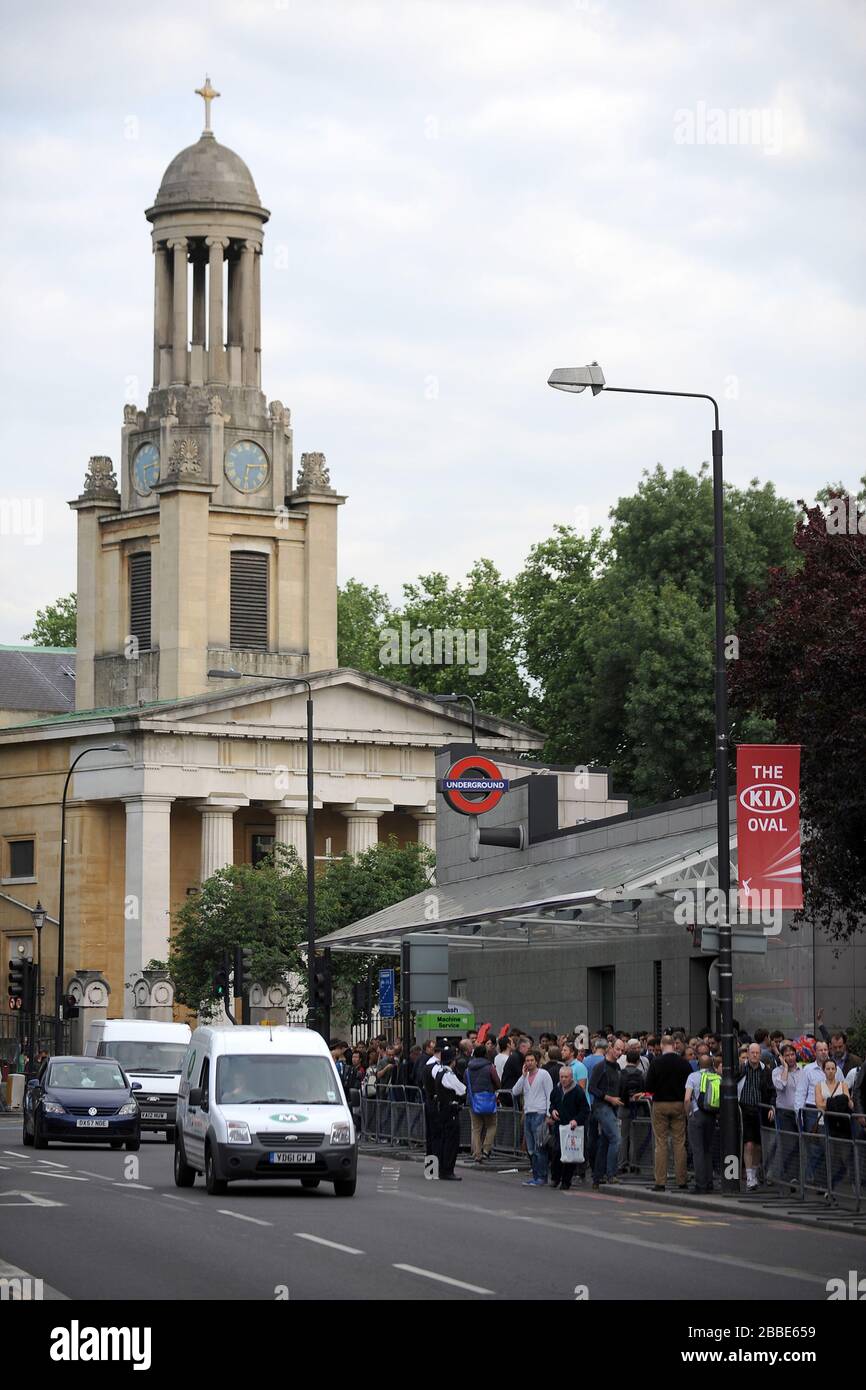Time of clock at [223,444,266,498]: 6:14
